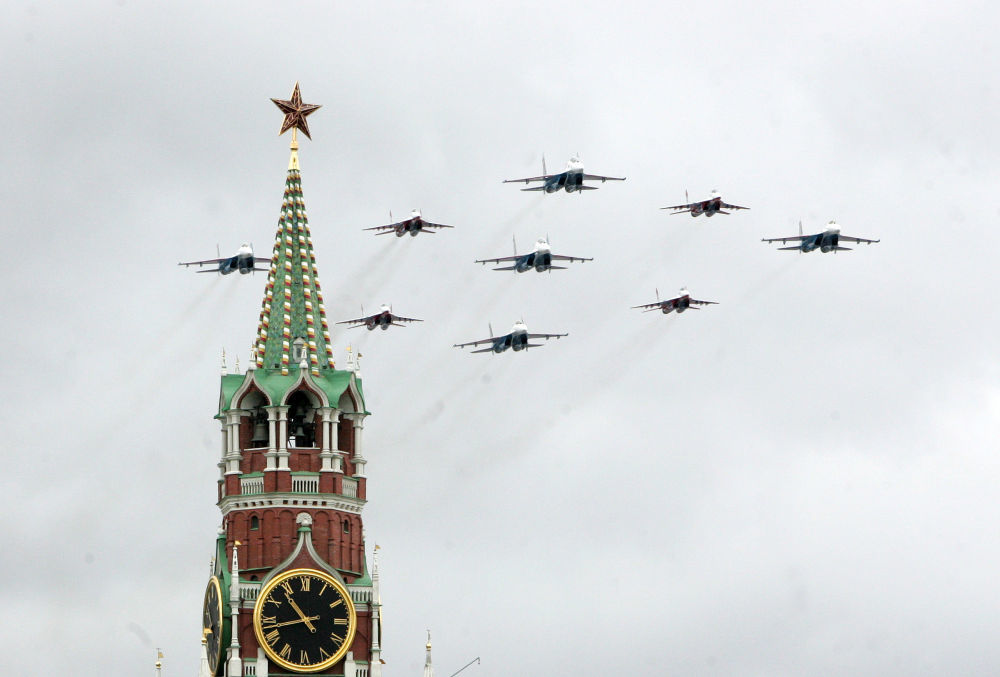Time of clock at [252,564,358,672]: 10:42
